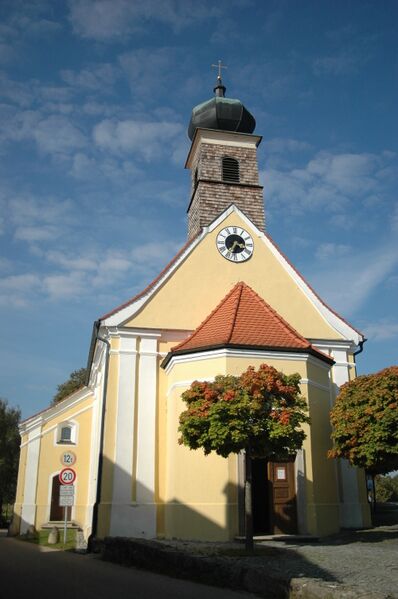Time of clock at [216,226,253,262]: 3:35
